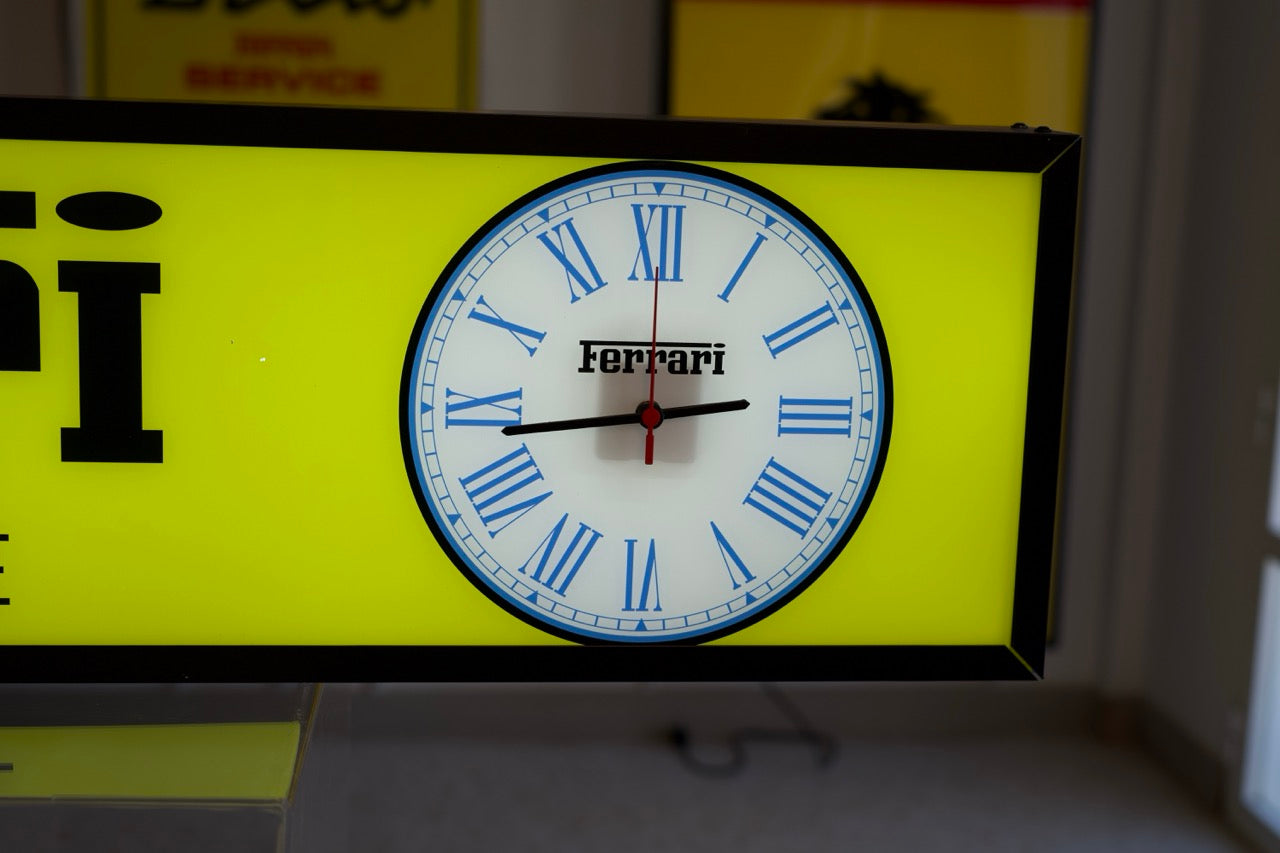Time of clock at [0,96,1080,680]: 11:43
